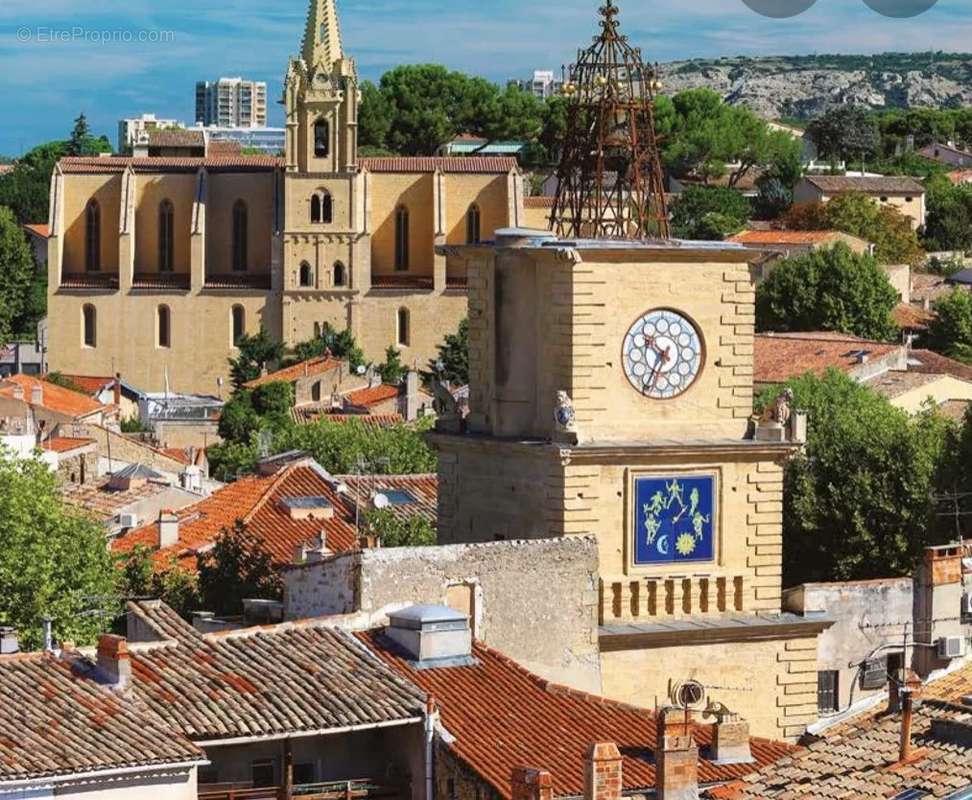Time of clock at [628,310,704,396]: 10:34
